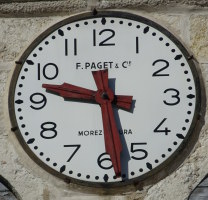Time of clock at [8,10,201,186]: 9:28
